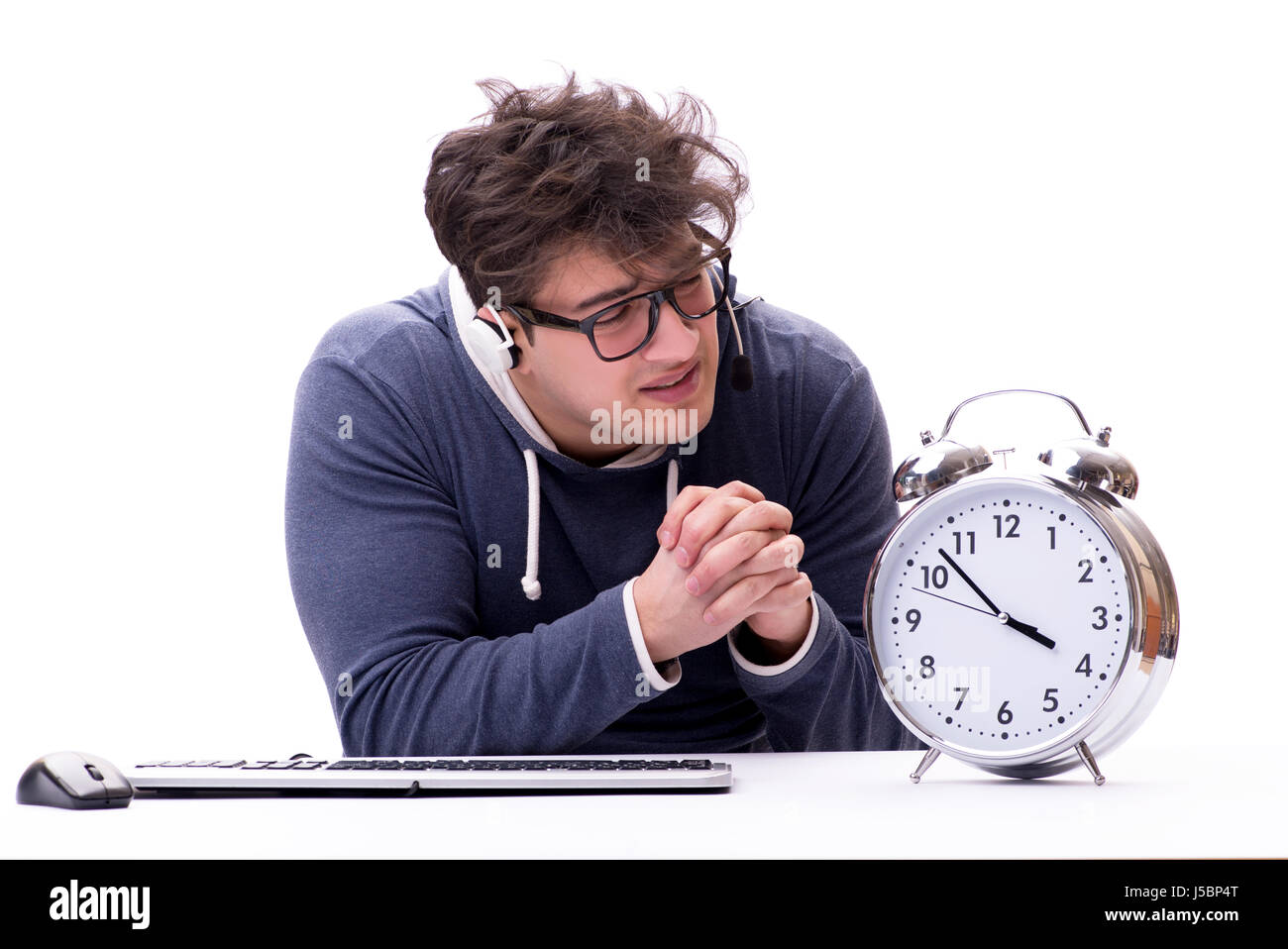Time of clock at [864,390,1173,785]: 3:52
